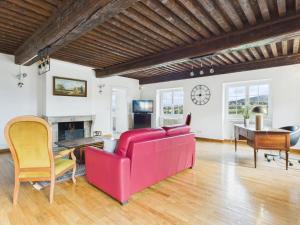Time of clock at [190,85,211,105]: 9:01
